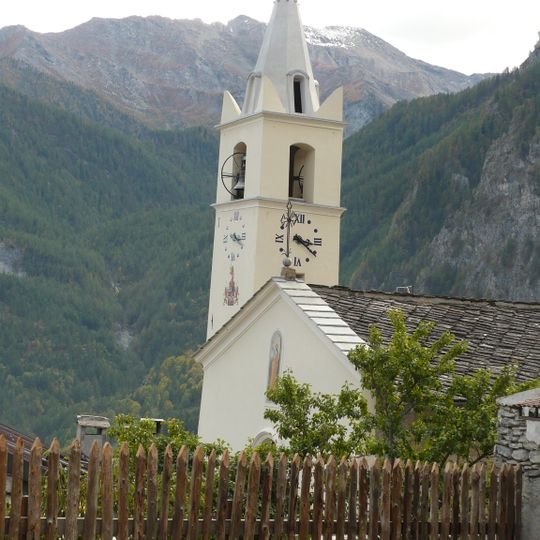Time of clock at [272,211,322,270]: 3:21
